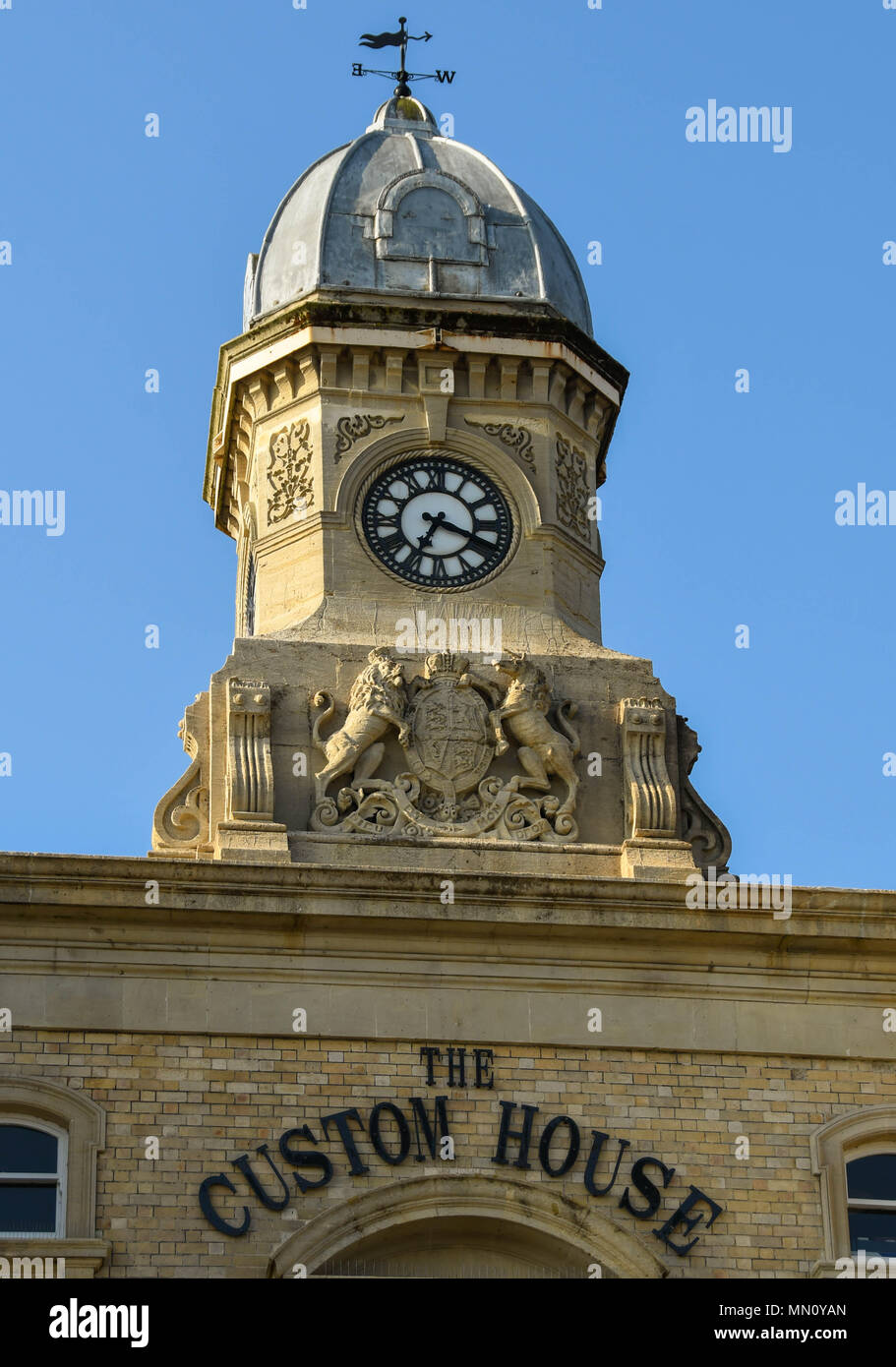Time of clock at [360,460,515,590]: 3:34
